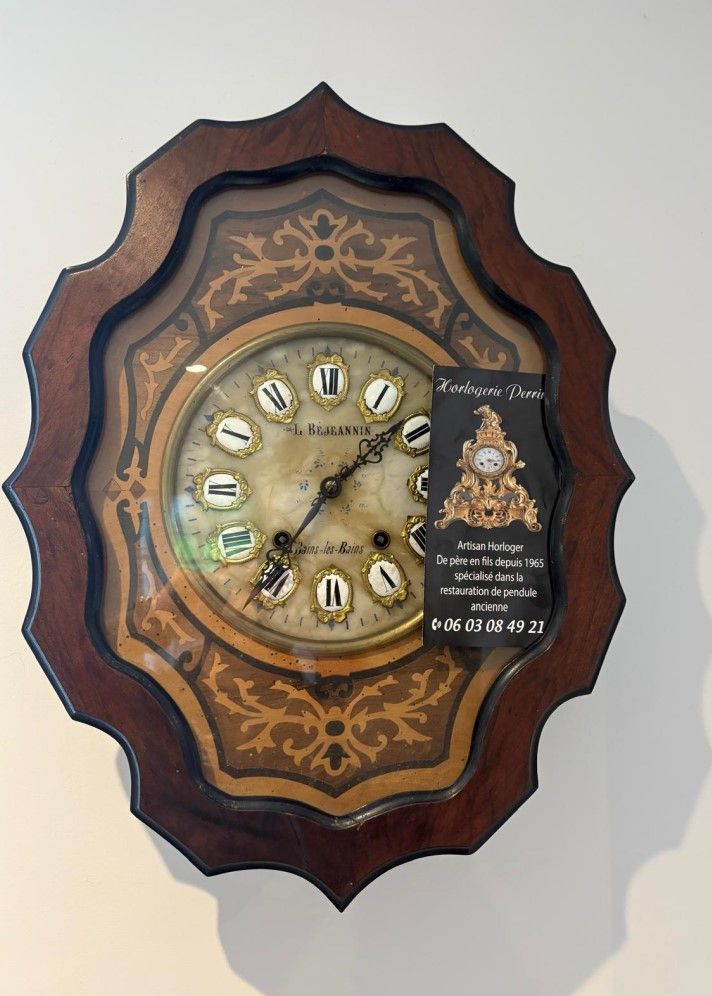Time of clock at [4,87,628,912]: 7:07
